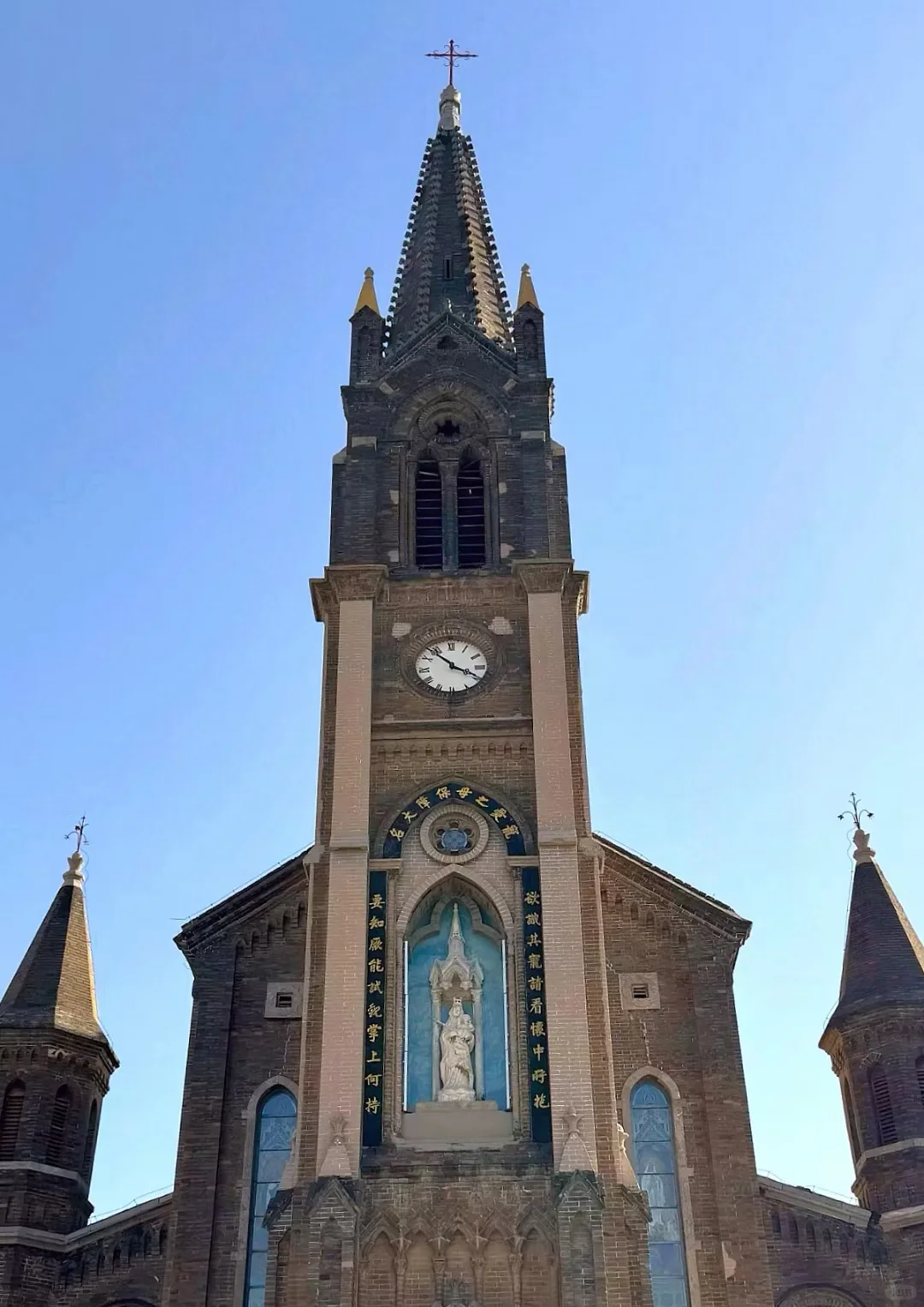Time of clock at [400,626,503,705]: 3:53
